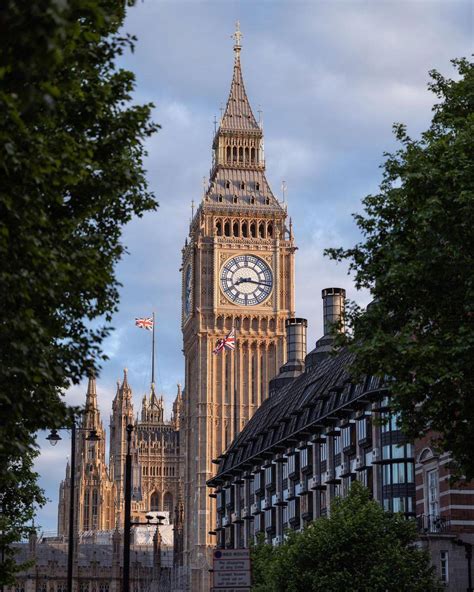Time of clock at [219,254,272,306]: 8:16
